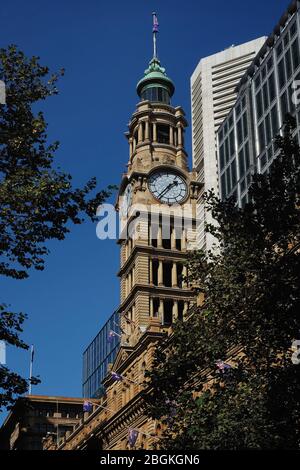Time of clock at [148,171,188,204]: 1:36
